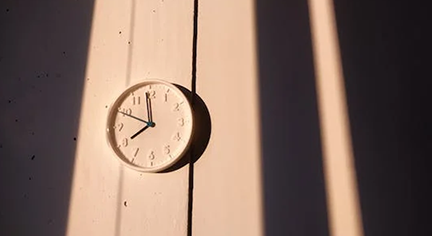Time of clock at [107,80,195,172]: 7:58
